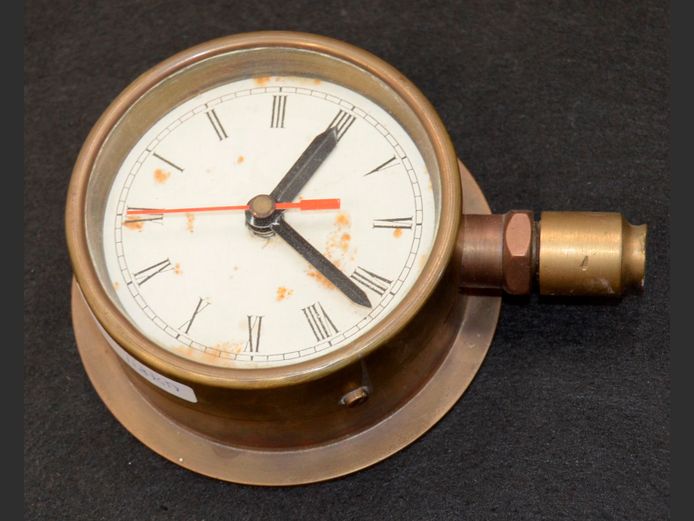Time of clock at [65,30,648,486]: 1:21
